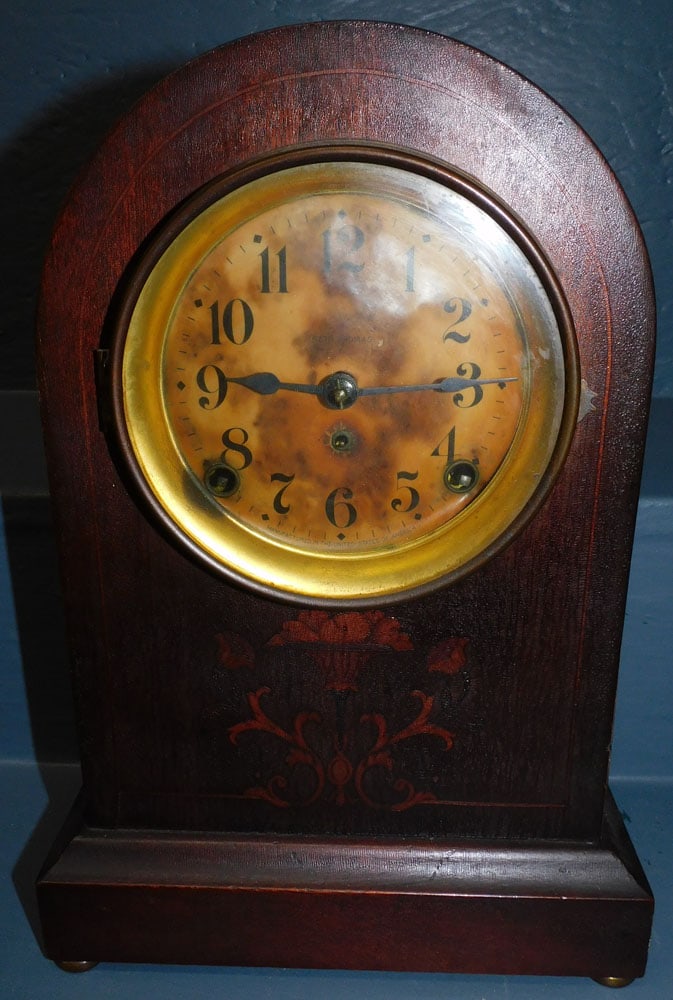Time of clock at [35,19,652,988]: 9:15
